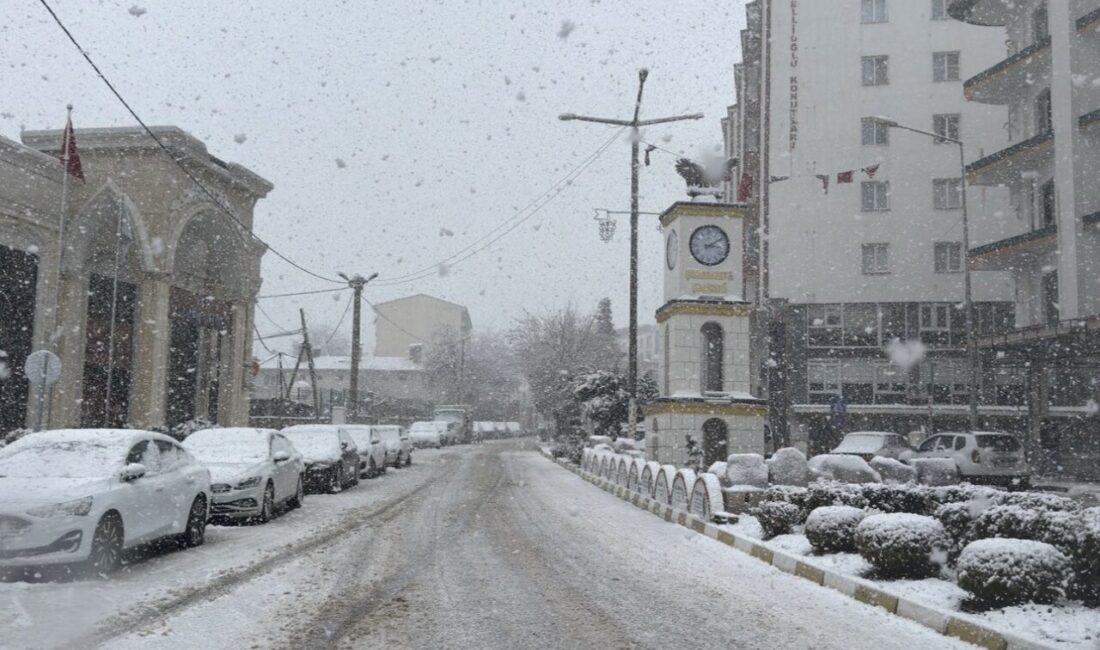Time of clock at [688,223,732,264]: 3:09
